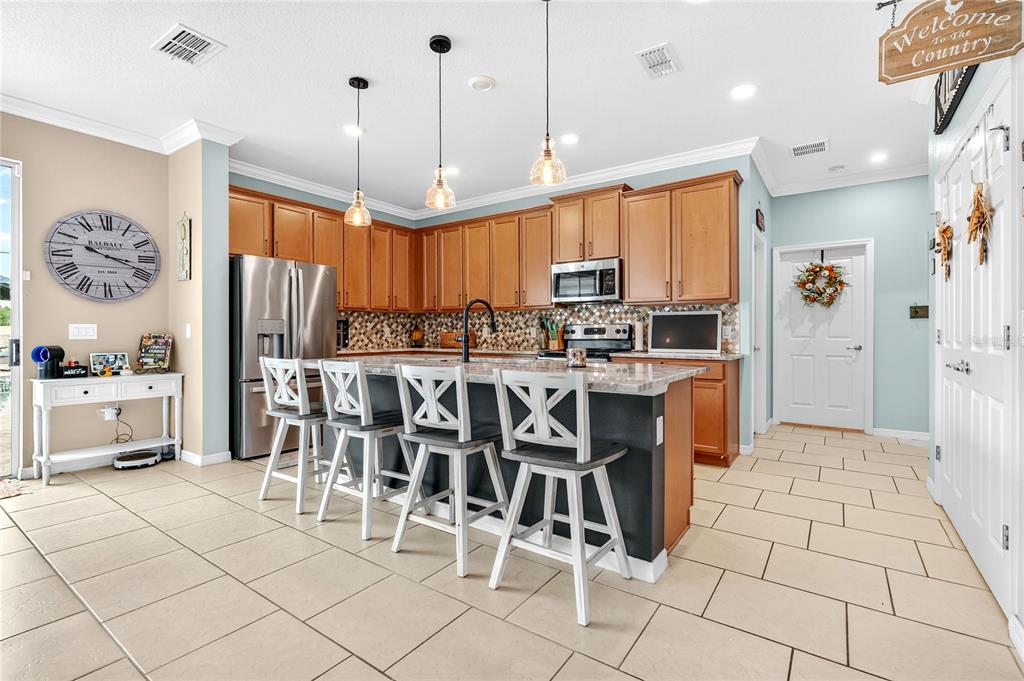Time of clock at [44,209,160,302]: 3:18
